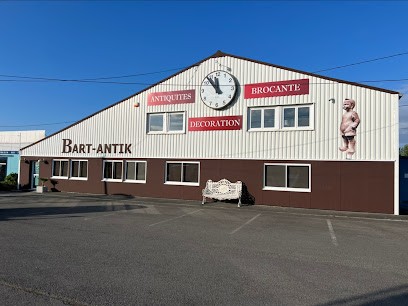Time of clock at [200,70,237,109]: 11:53
